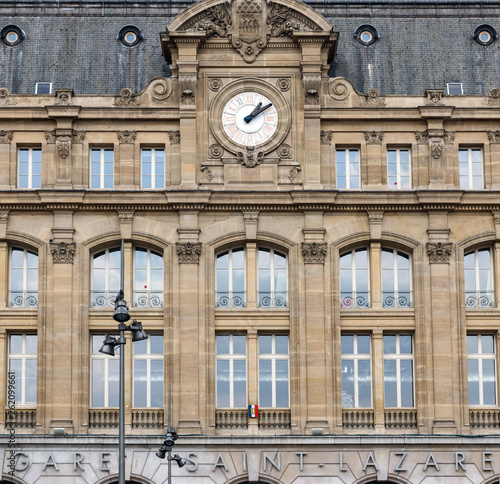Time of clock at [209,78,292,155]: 1:09
